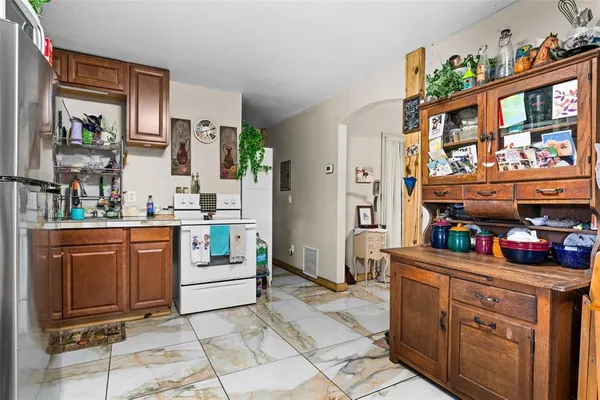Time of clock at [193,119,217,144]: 8:11
